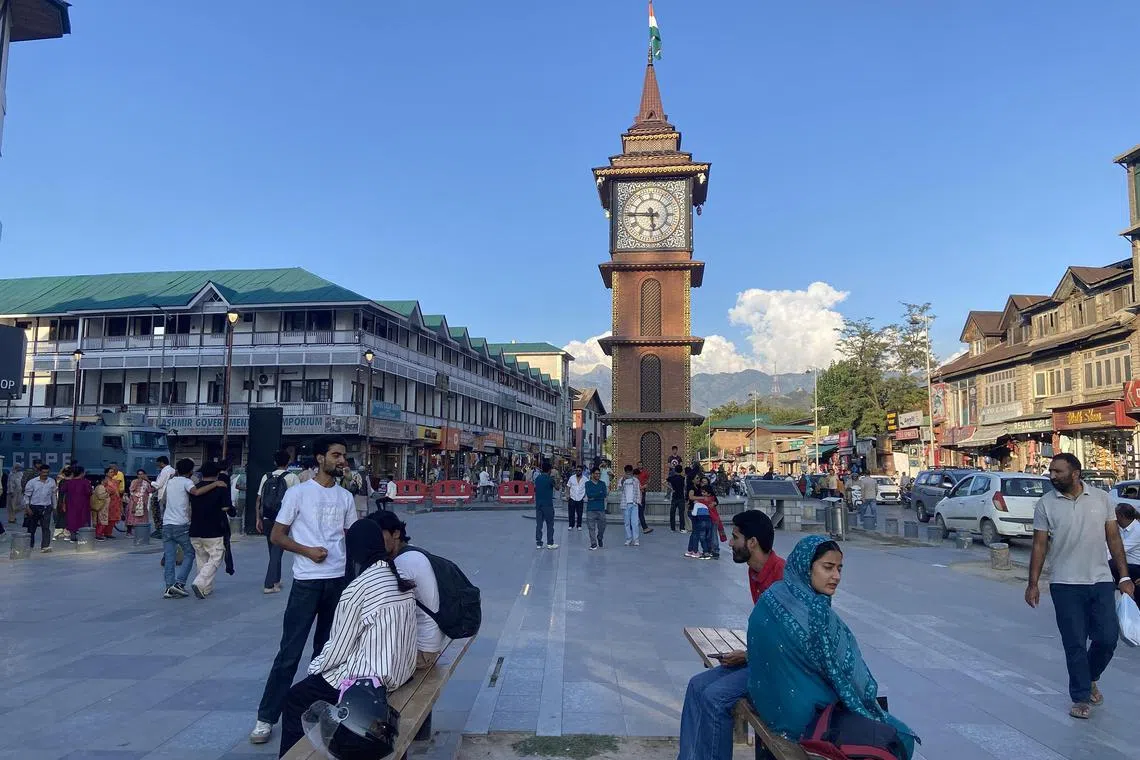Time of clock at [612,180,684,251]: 5:45
